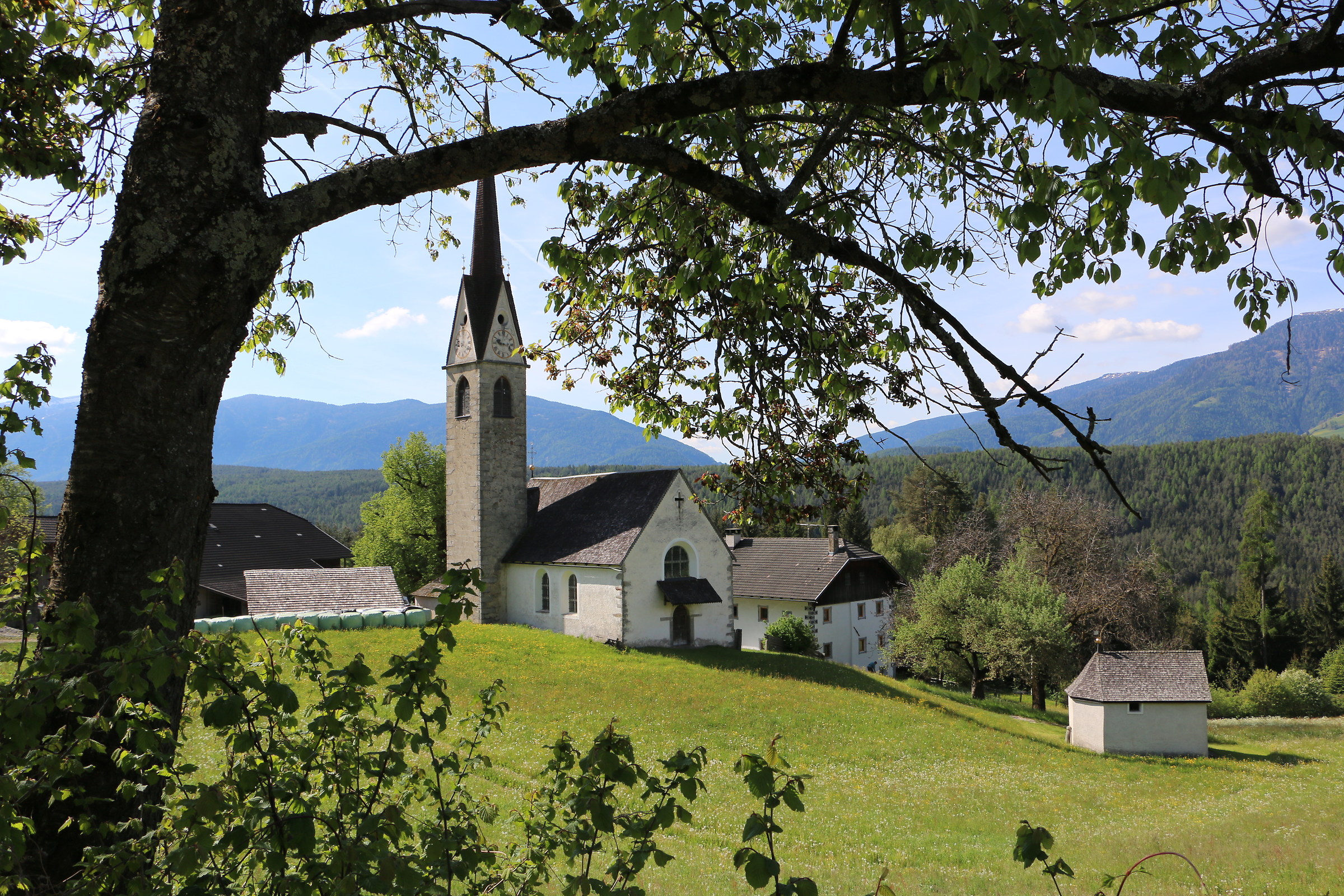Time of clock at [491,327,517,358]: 9:17
